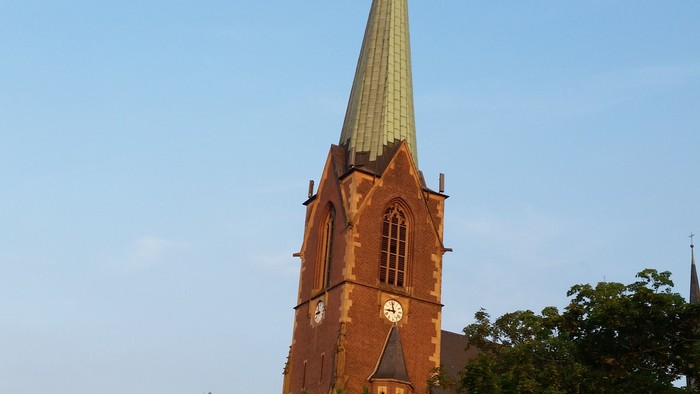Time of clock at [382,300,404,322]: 8:57
